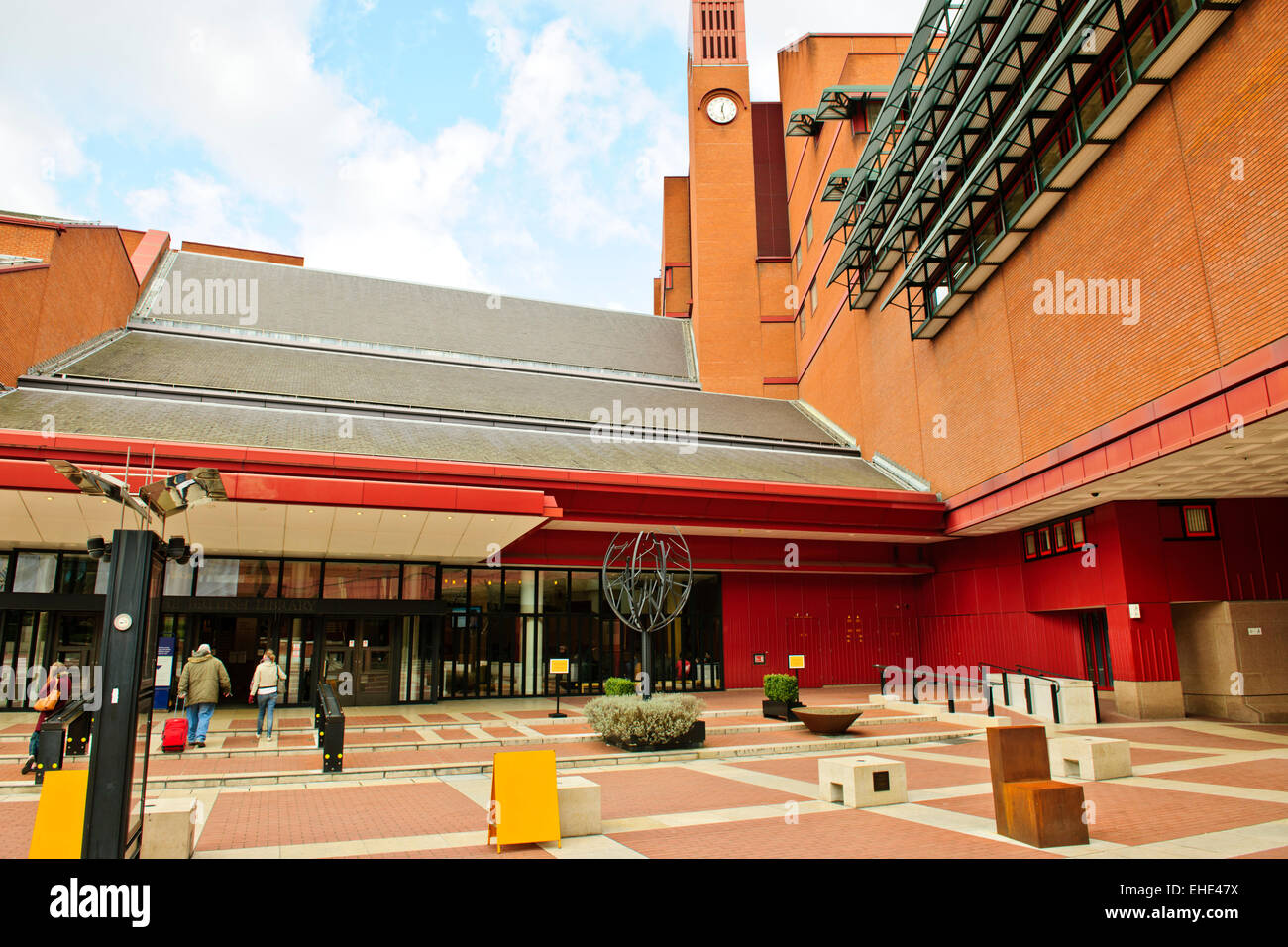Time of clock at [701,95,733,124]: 12:28
